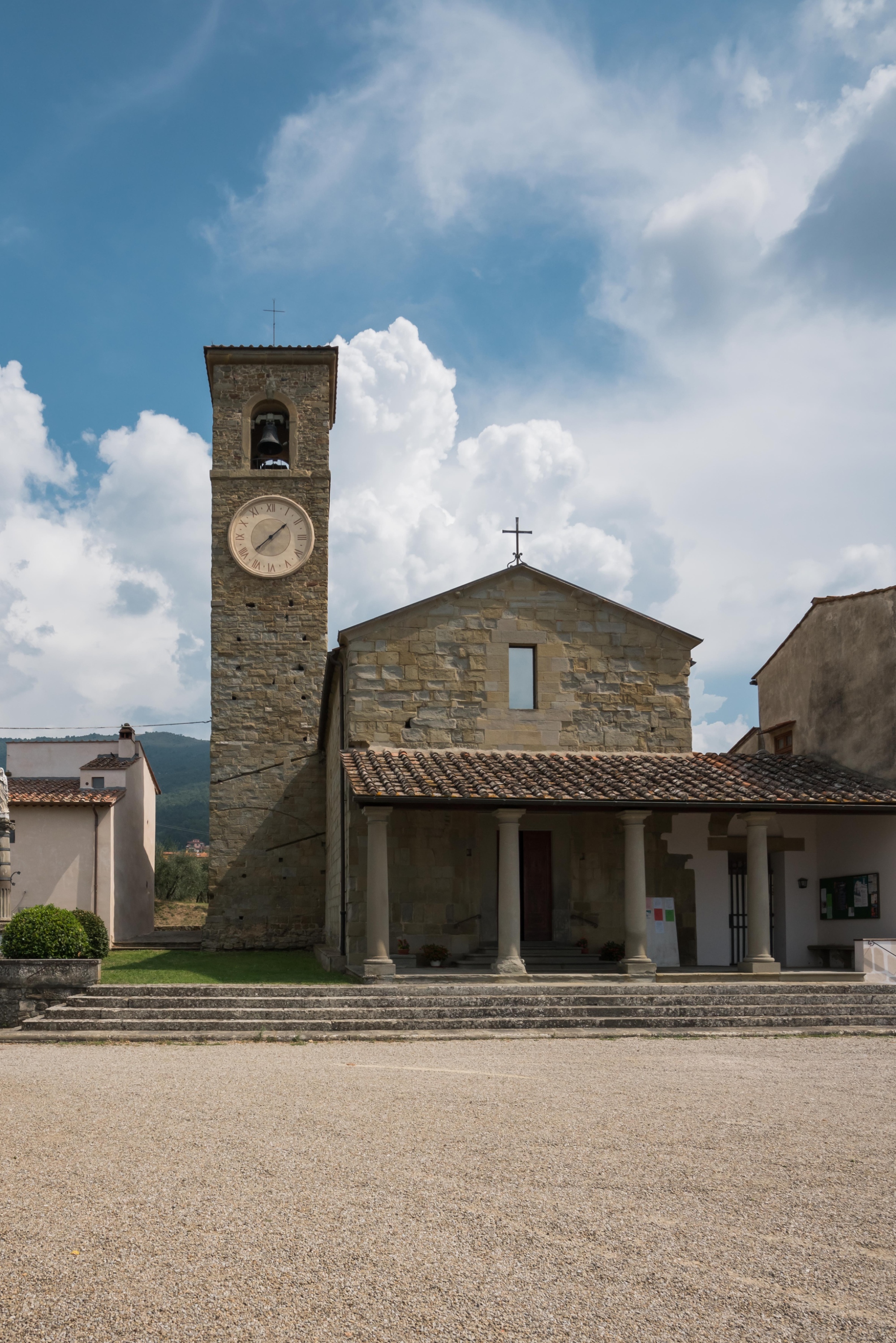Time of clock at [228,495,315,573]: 1:38
